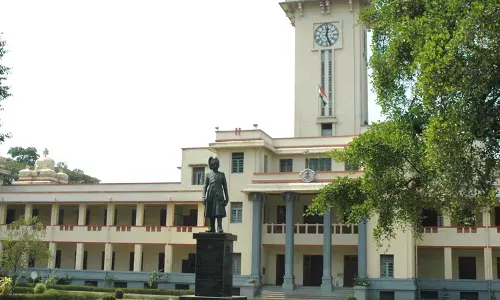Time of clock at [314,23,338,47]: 12:26
